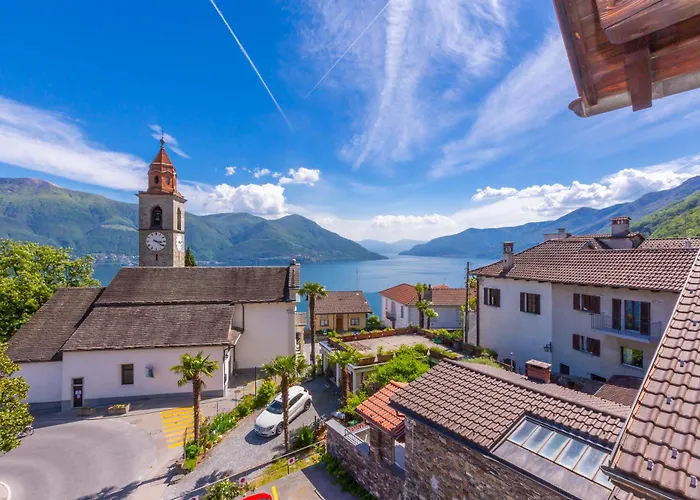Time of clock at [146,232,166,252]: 3:21
